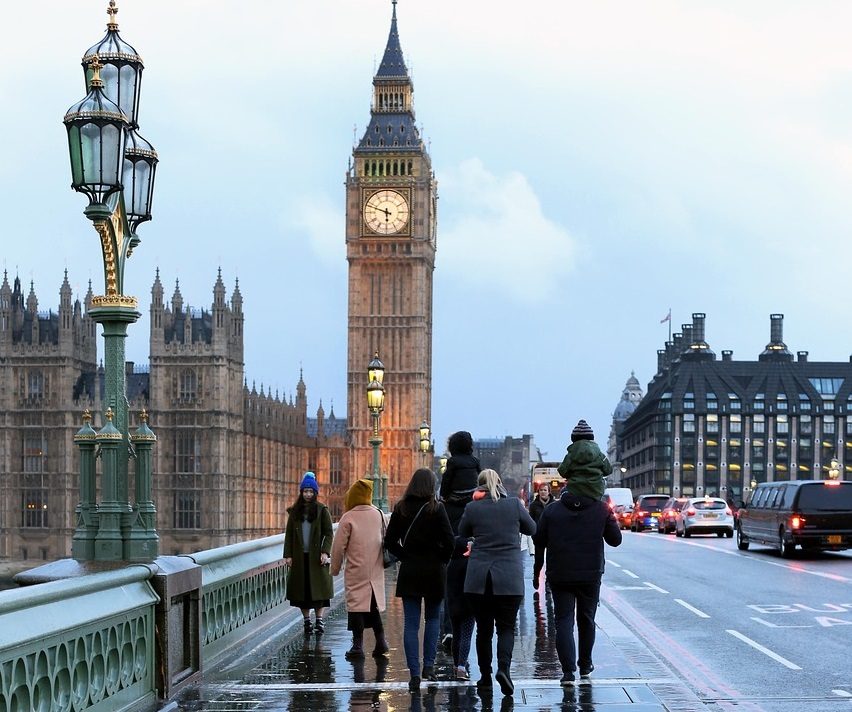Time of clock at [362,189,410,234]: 5:48
